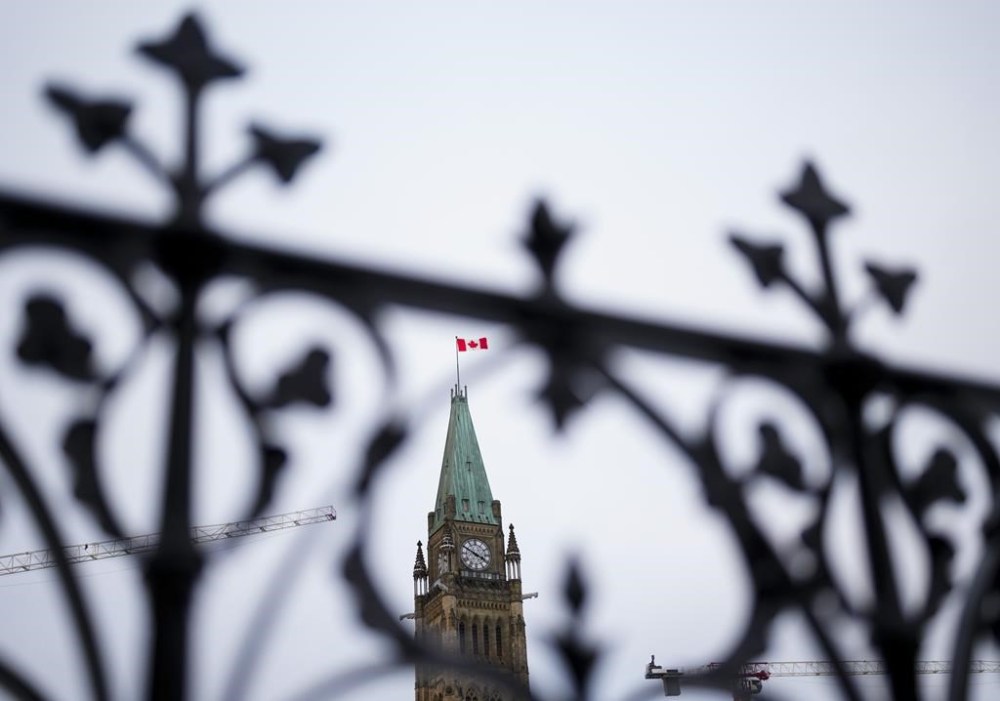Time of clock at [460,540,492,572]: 3:49
